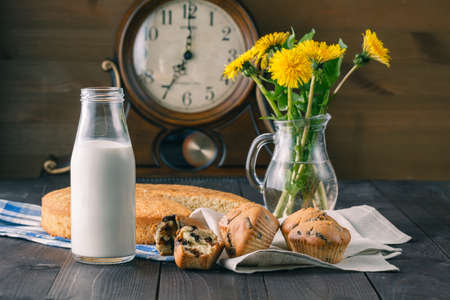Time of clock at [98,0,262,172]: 7:00
